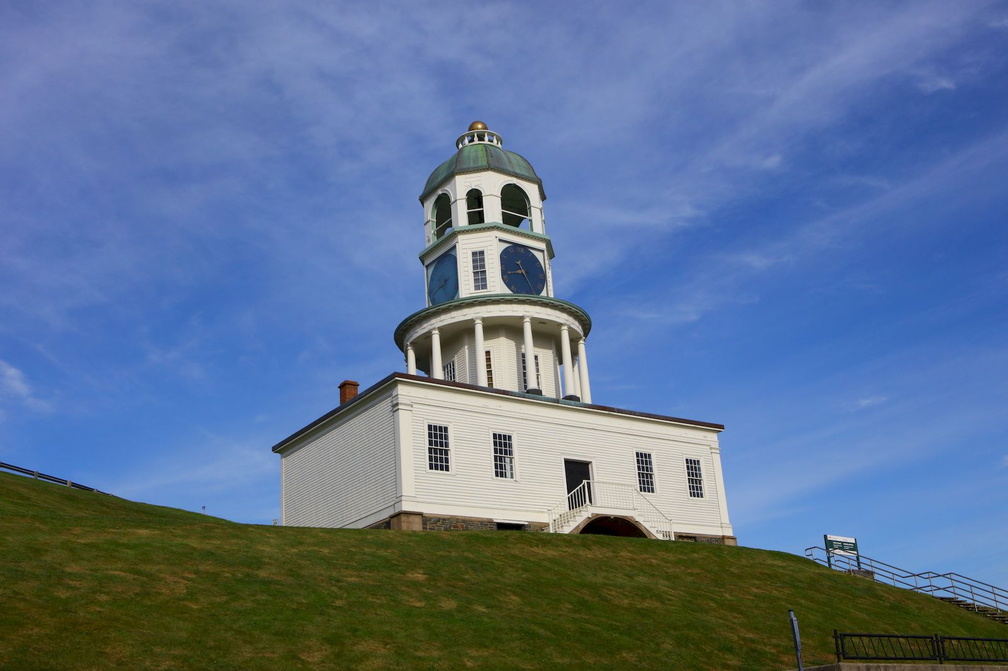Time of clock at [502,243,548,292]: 10:42
